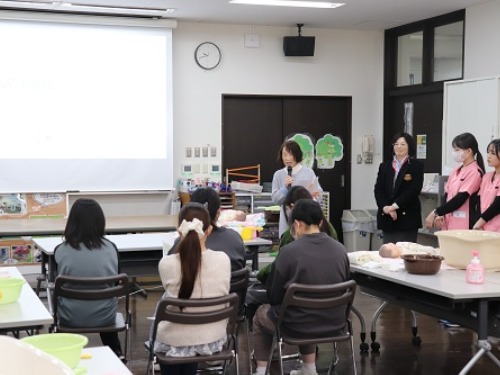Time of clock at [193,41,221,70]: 9:42
